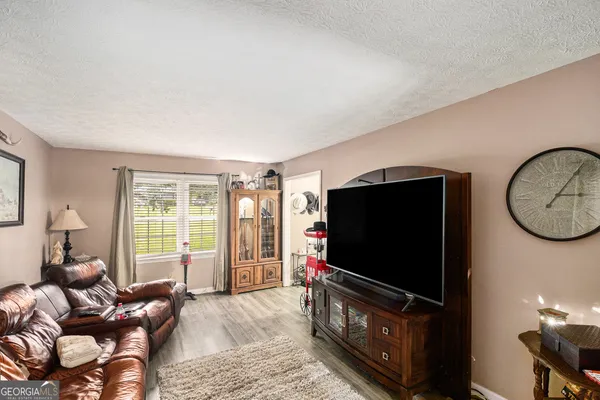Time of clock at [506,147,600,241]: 3:05
